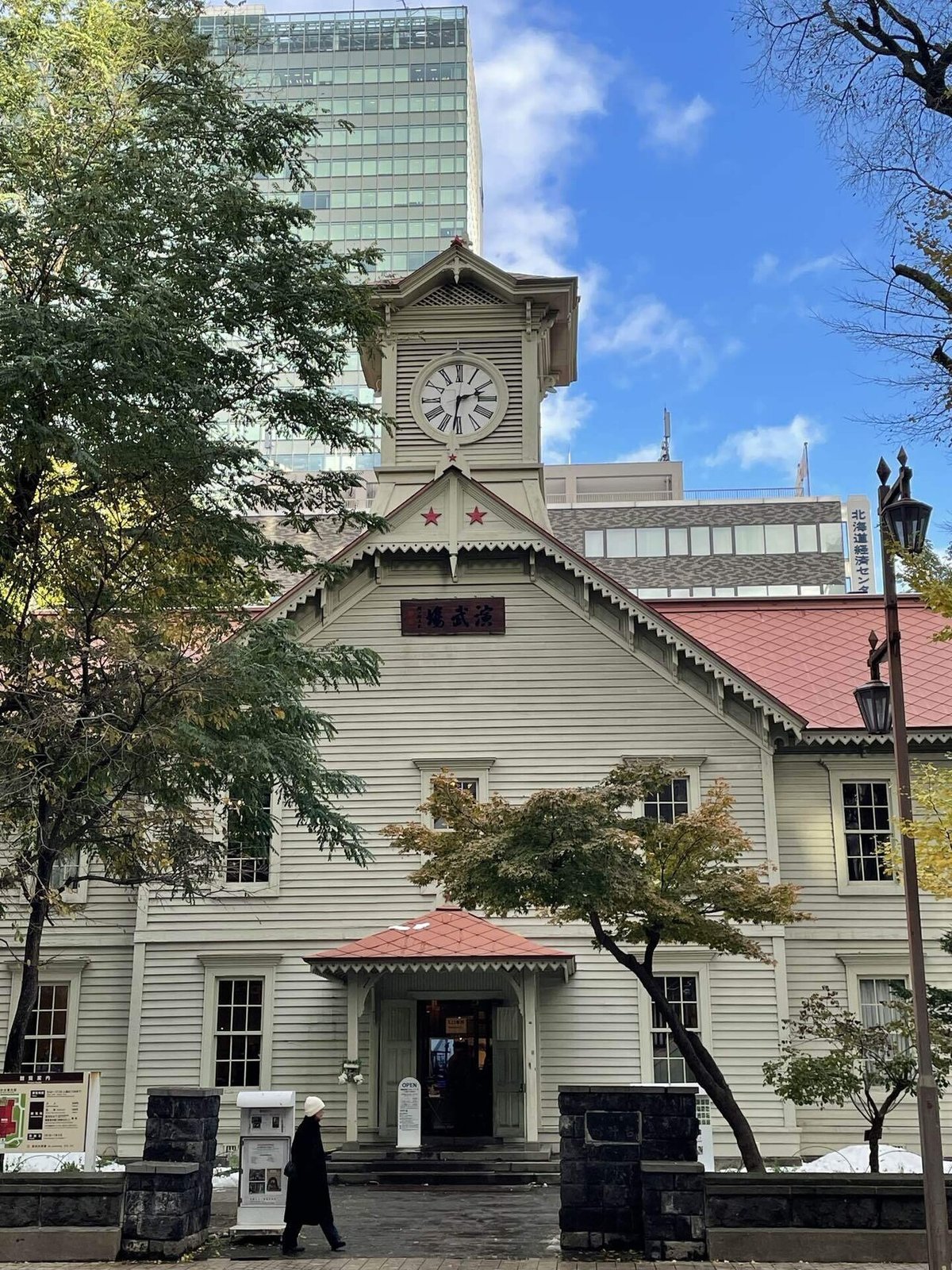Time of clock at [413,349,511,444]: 2:31
